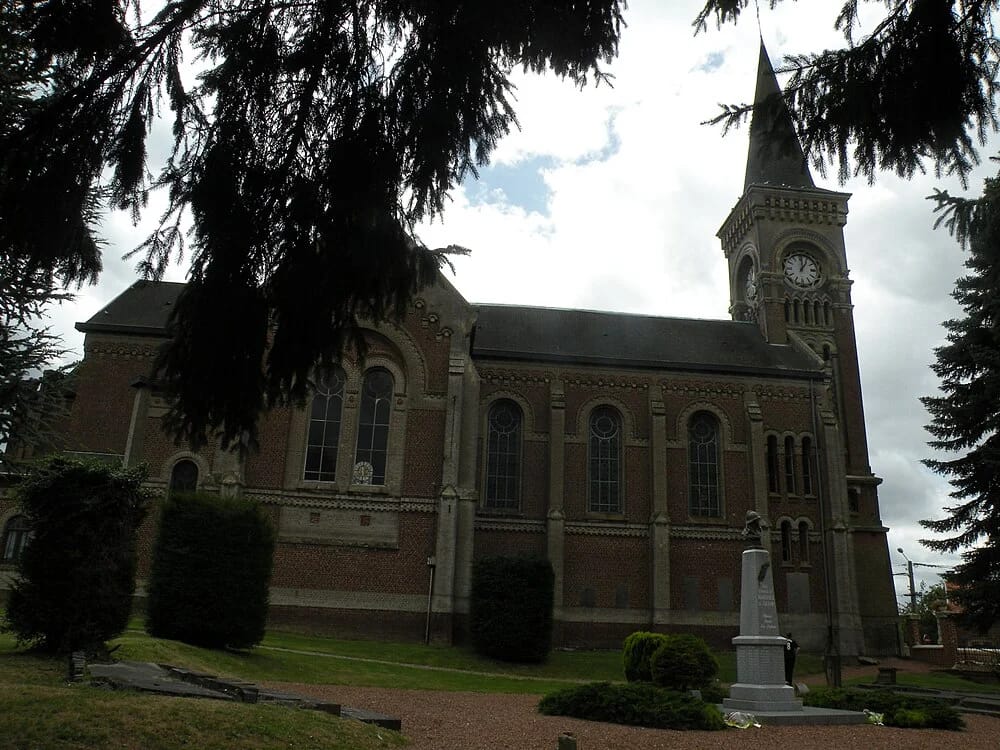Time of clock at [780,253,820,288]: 1:00
